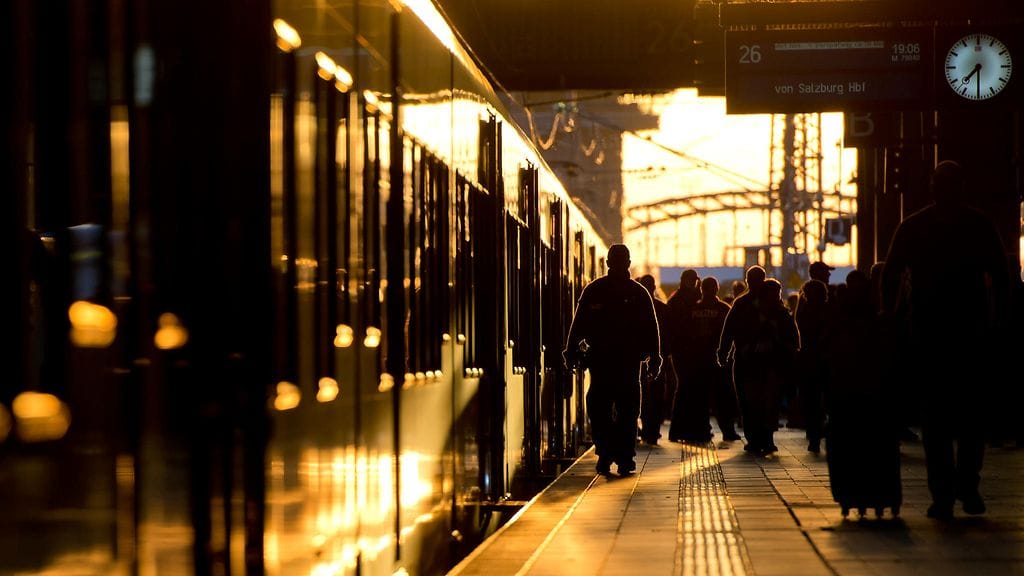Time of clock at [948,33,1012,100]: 7:30
